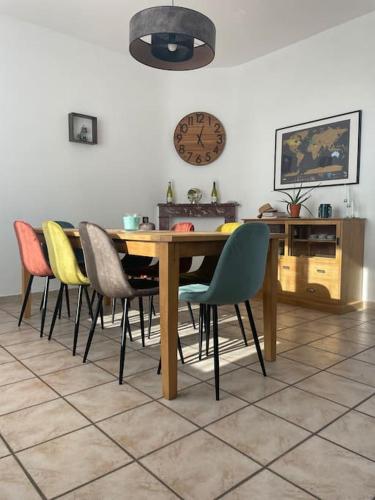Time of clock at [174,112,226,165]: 12:23
